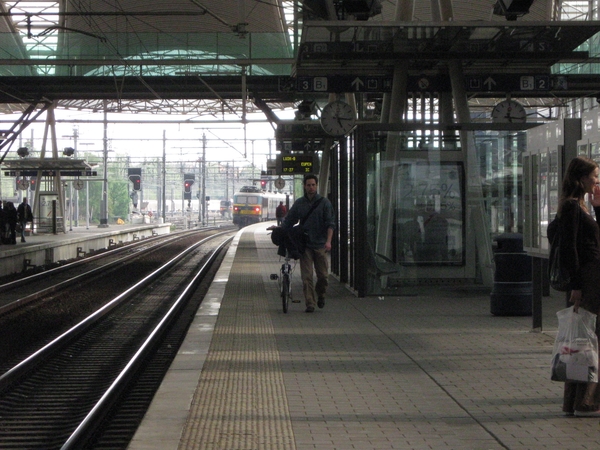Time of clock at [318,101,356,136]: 5:15
